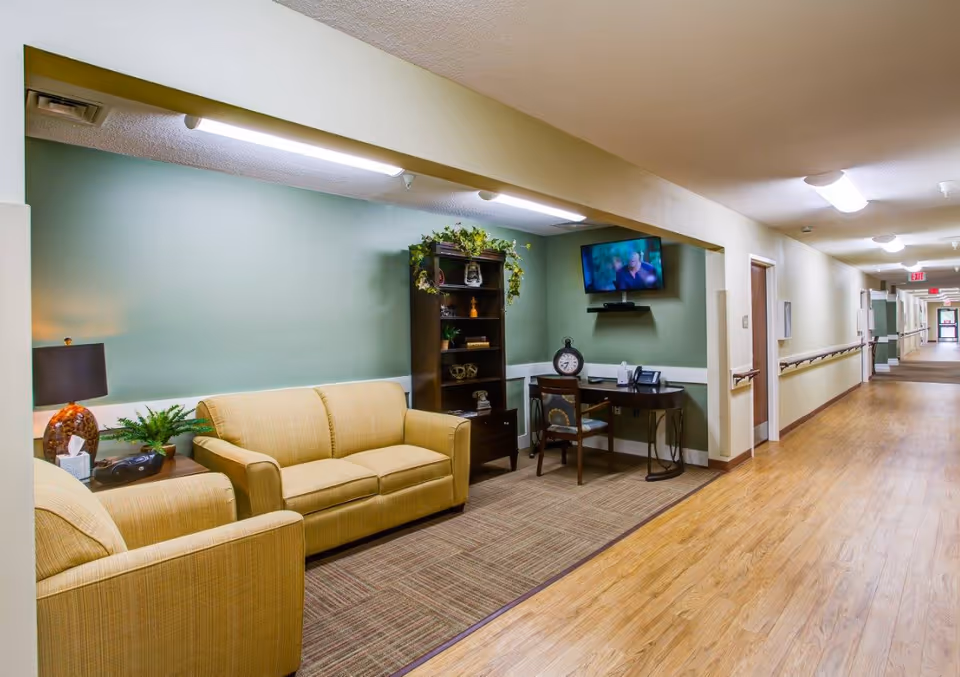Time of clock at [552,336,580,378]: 8:33
